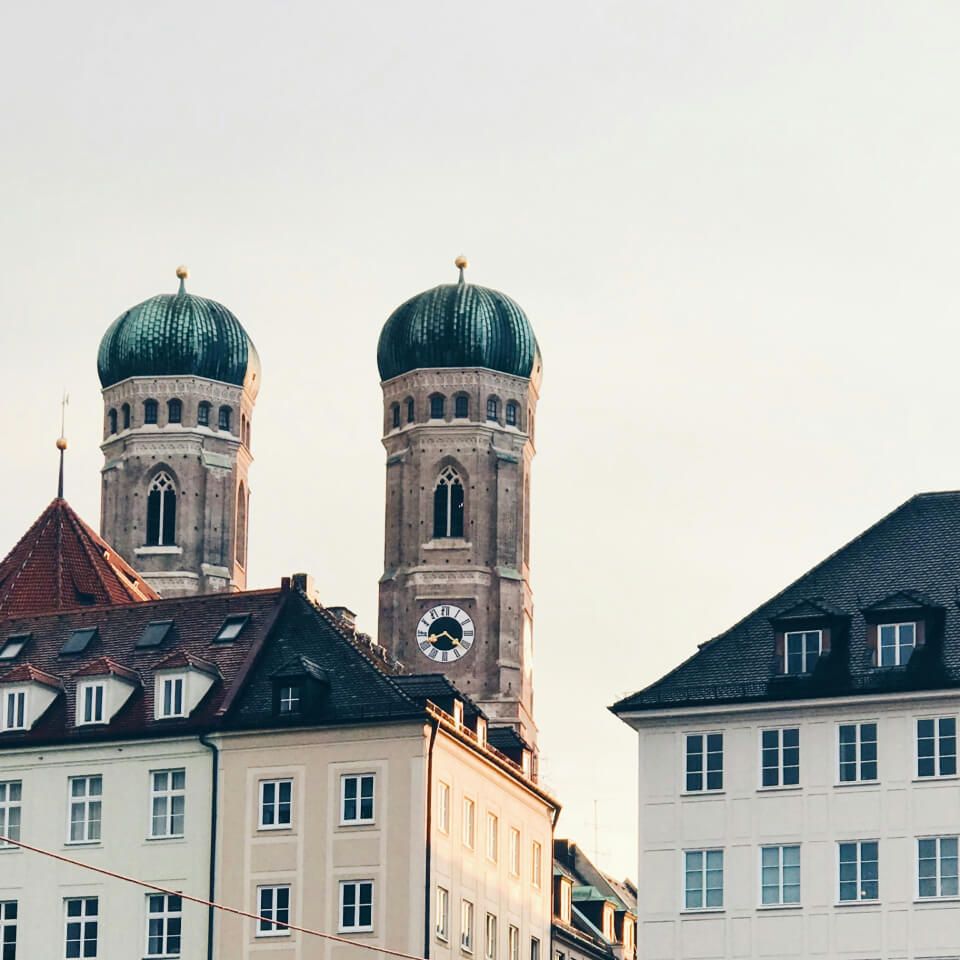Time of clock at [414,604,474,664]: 8:21
